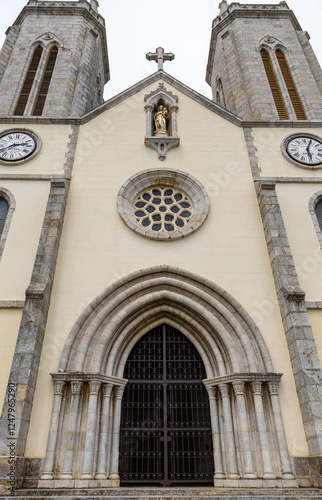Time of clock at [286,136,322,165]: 5:03
